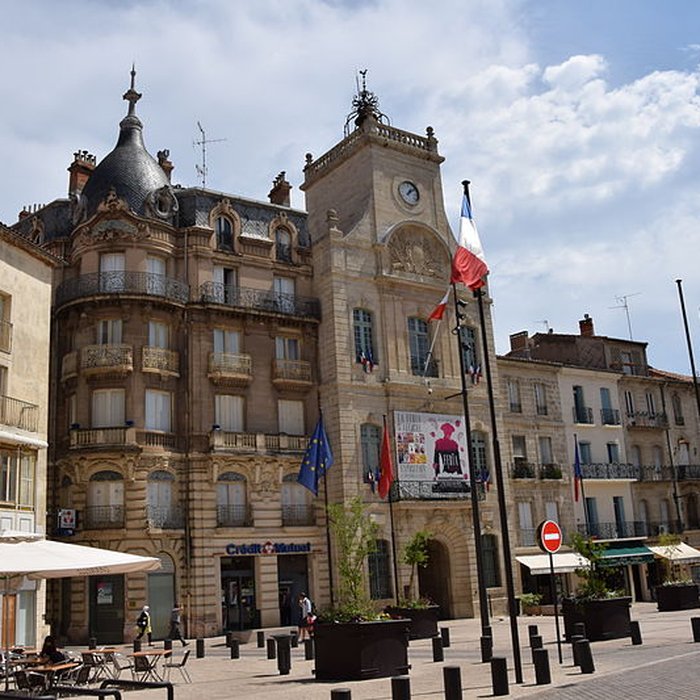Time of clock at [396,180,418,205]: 1:08
